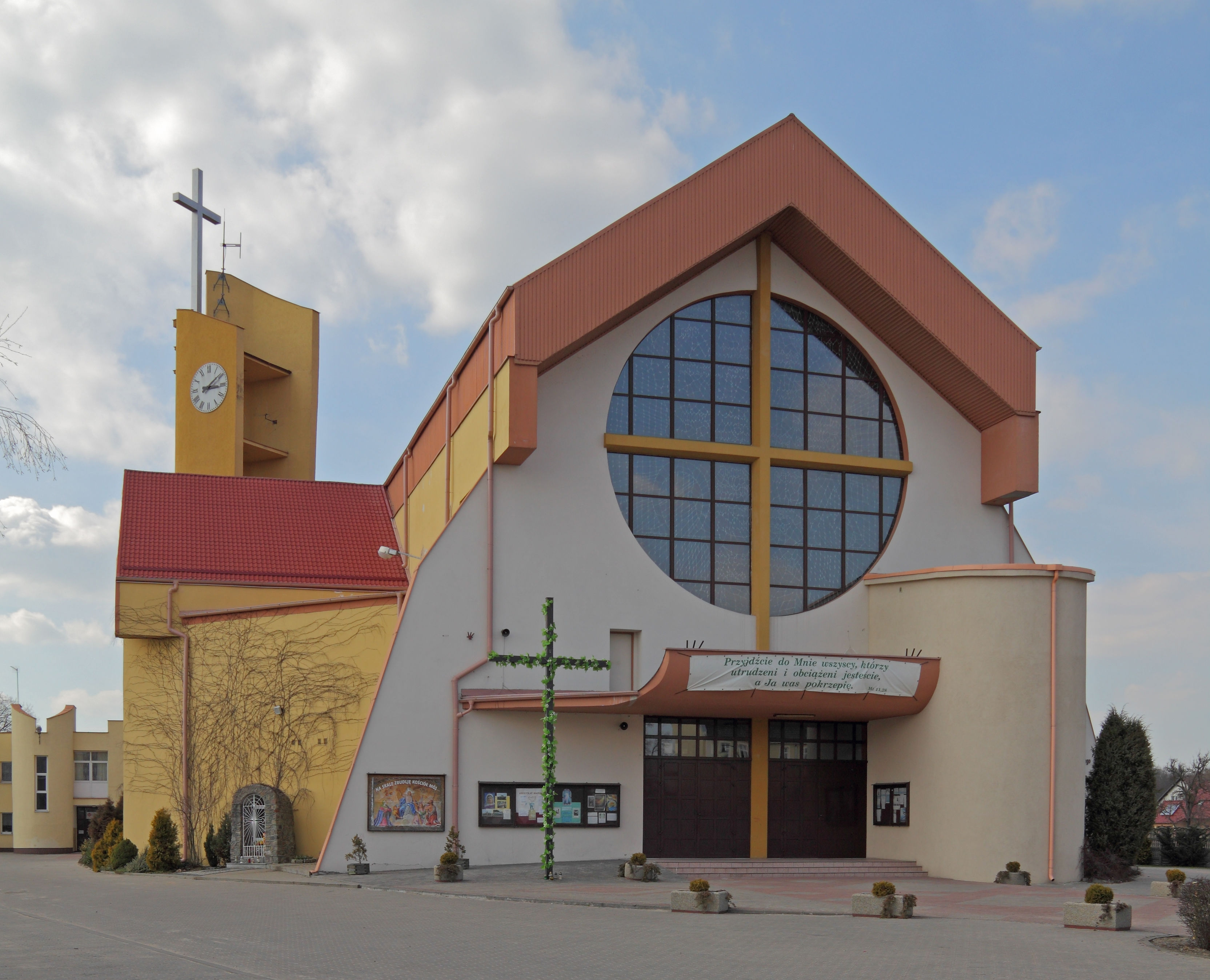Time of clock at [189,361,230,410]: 3:09
